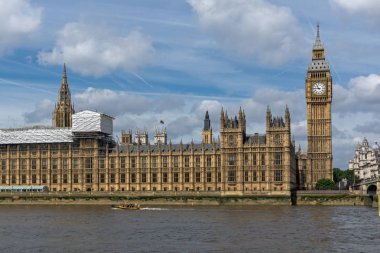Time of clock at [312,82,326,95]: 10:45
